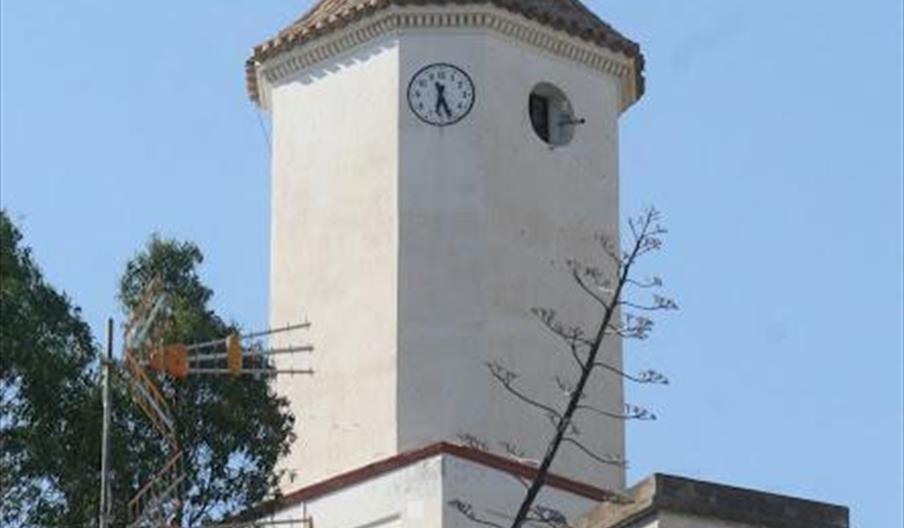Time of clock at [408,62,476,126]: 6:26
